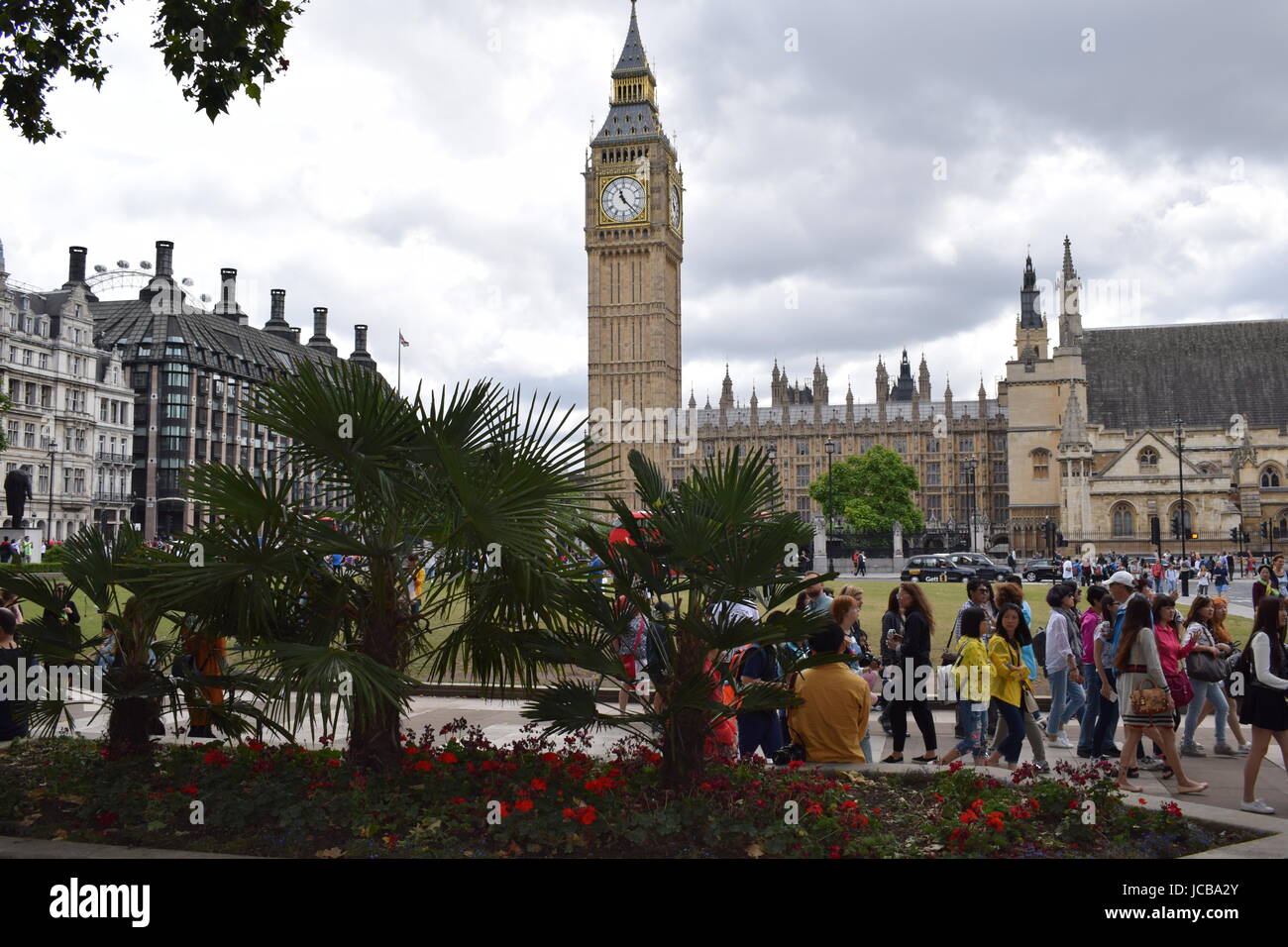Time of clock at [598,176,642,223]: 11:22
